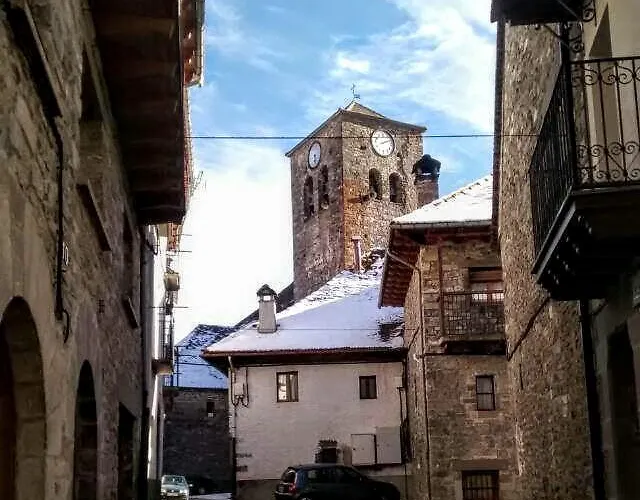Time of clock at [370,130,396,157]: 2:11
